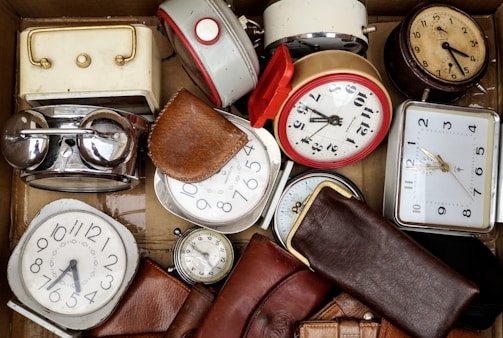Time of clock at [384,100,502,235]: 8:49
